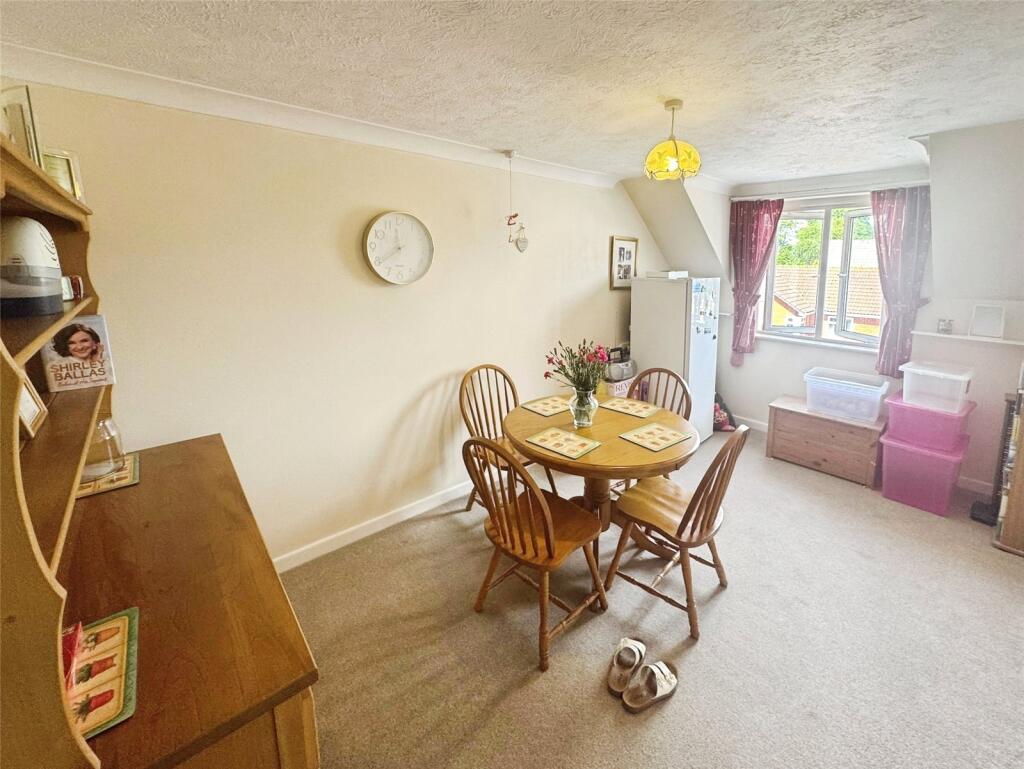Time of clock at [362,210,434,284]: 11:39
